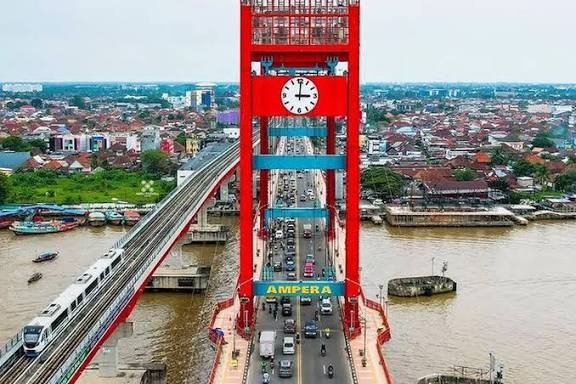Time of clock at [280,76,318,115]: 3:00
